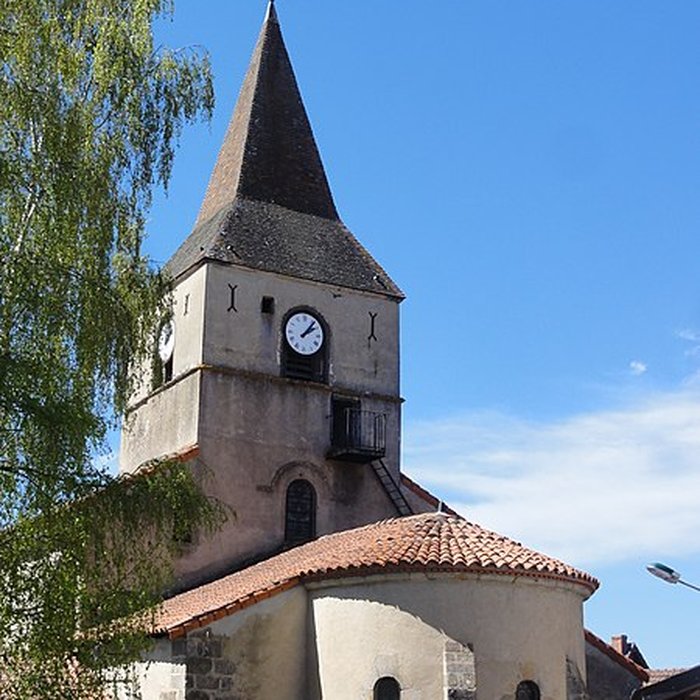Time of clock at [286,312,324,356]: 2:06
